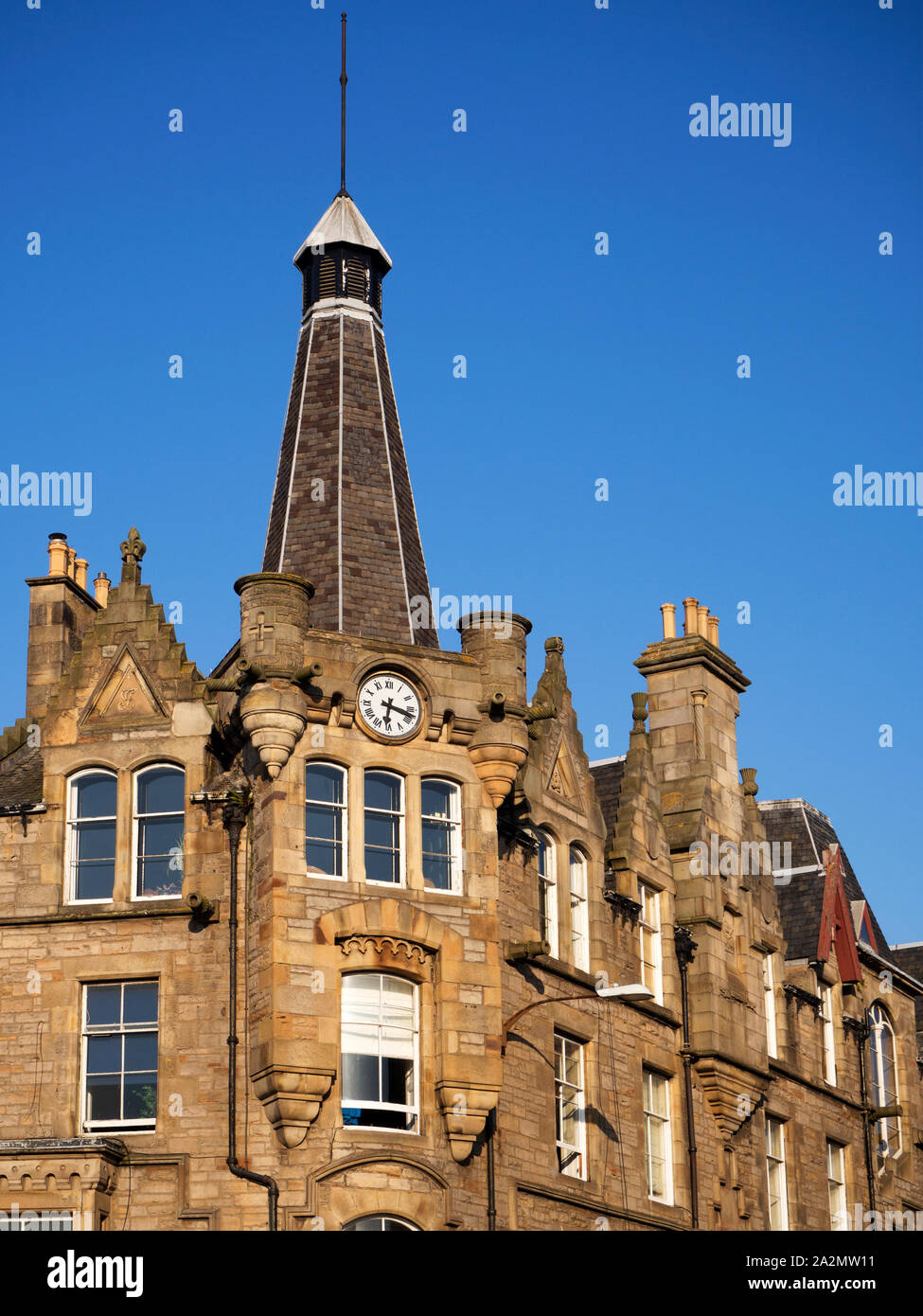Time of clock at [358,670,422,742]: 6:17
